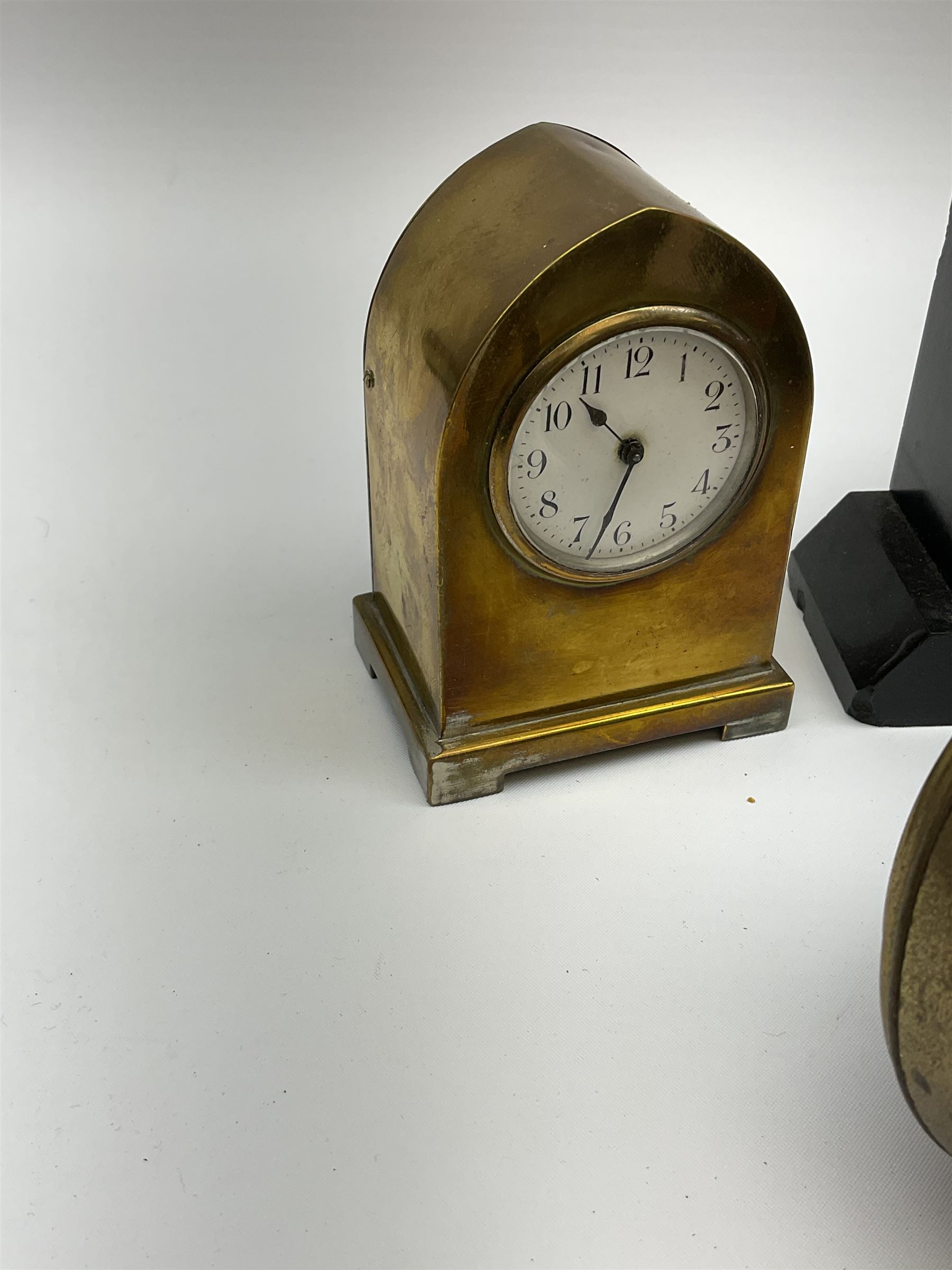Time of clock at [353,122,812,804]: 10:34
